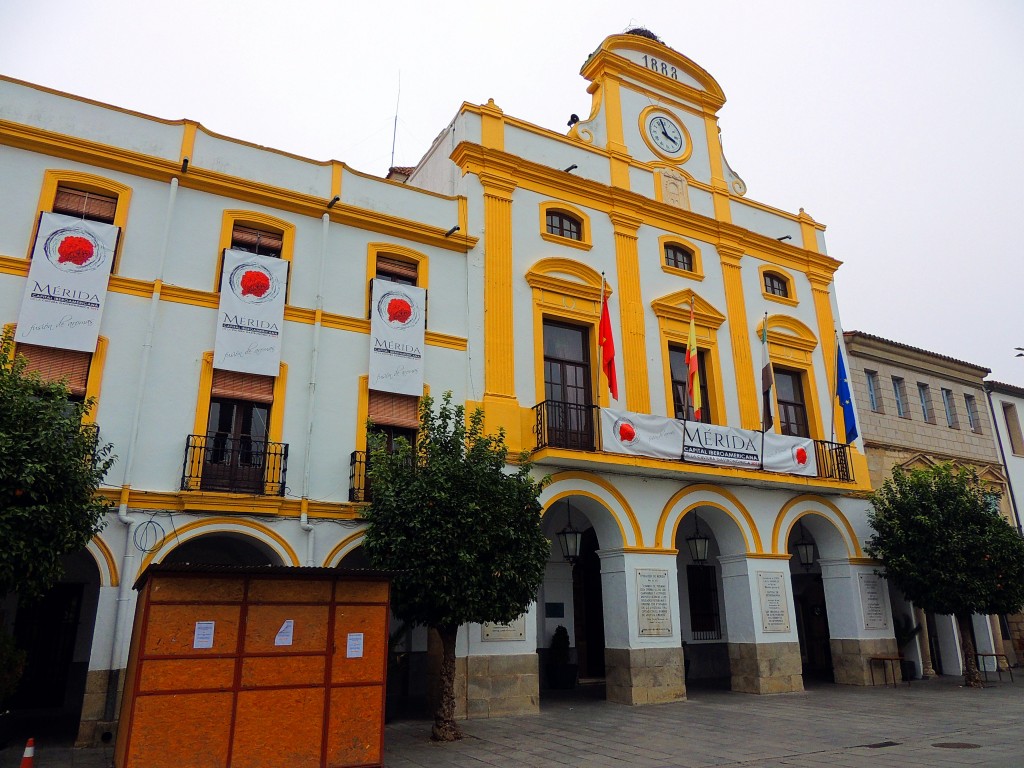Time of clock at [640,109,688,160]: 3:57
